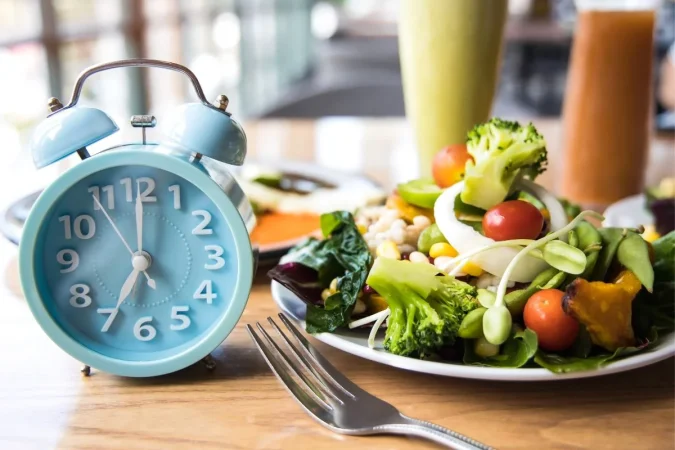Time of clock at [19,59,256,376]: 7:00
